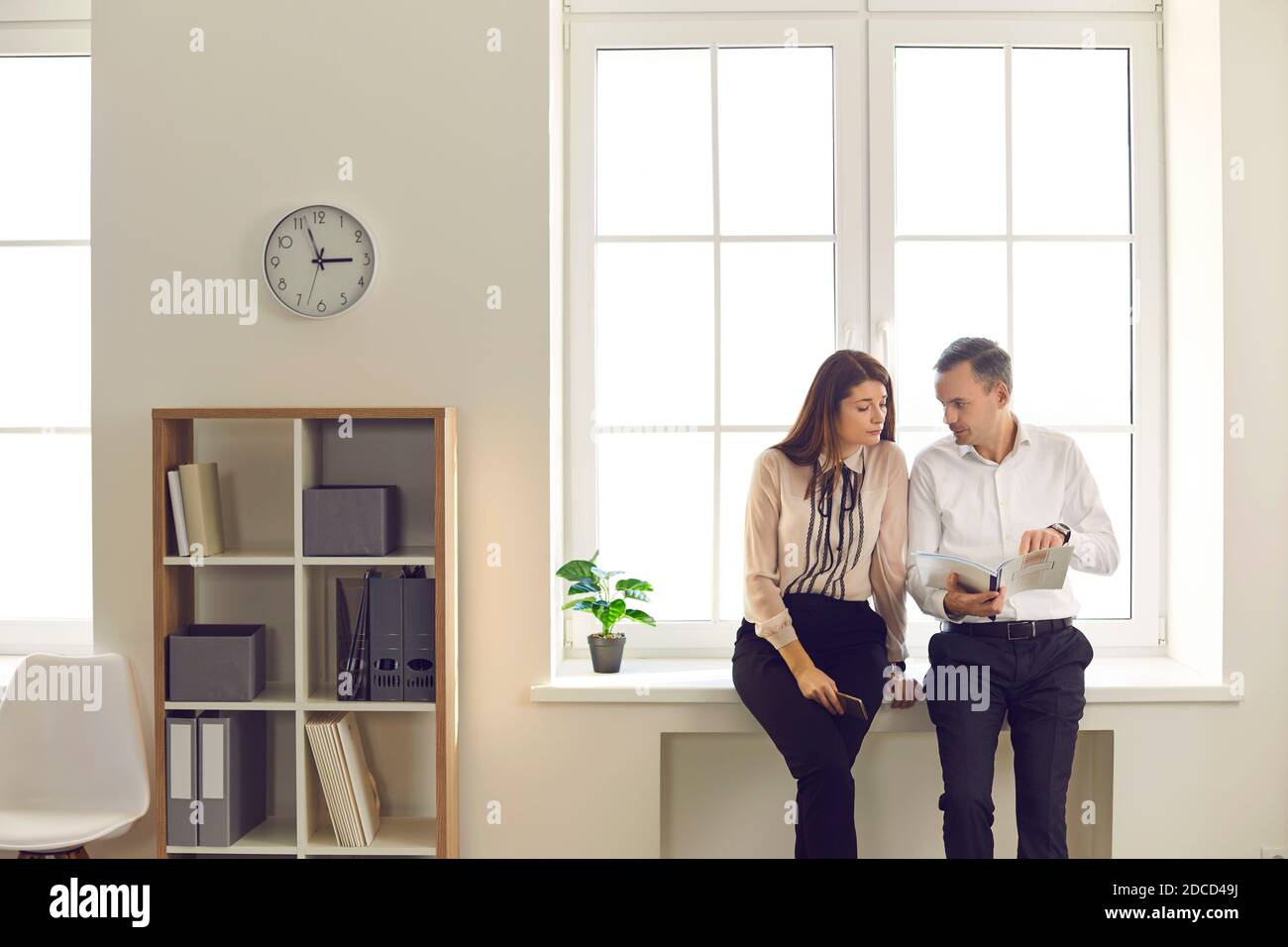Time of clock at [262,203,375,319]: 2:56
